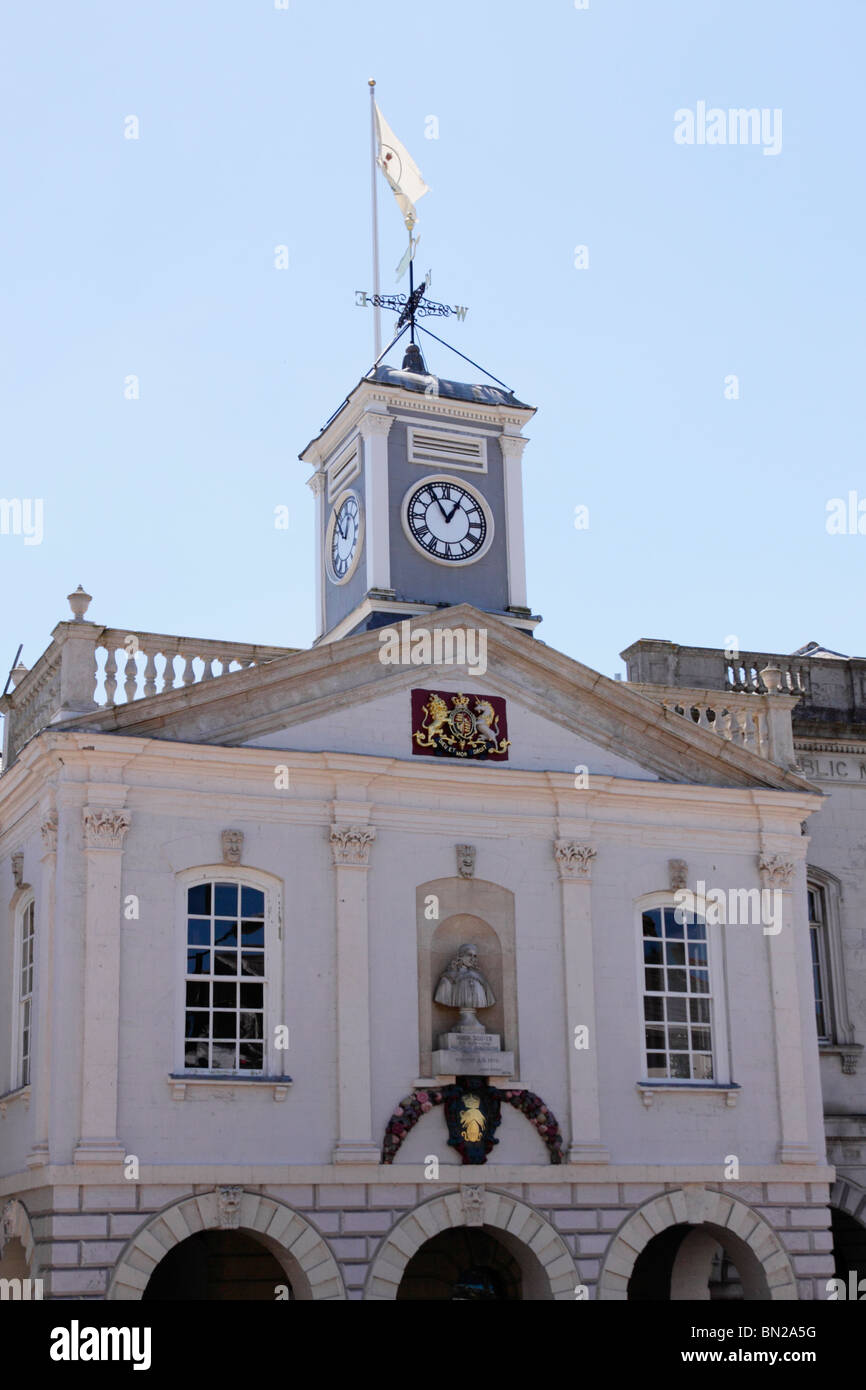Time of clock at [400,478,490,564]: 12:55
